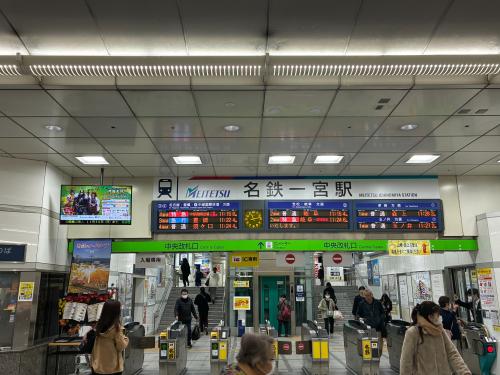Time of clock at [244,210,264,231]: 11:13
